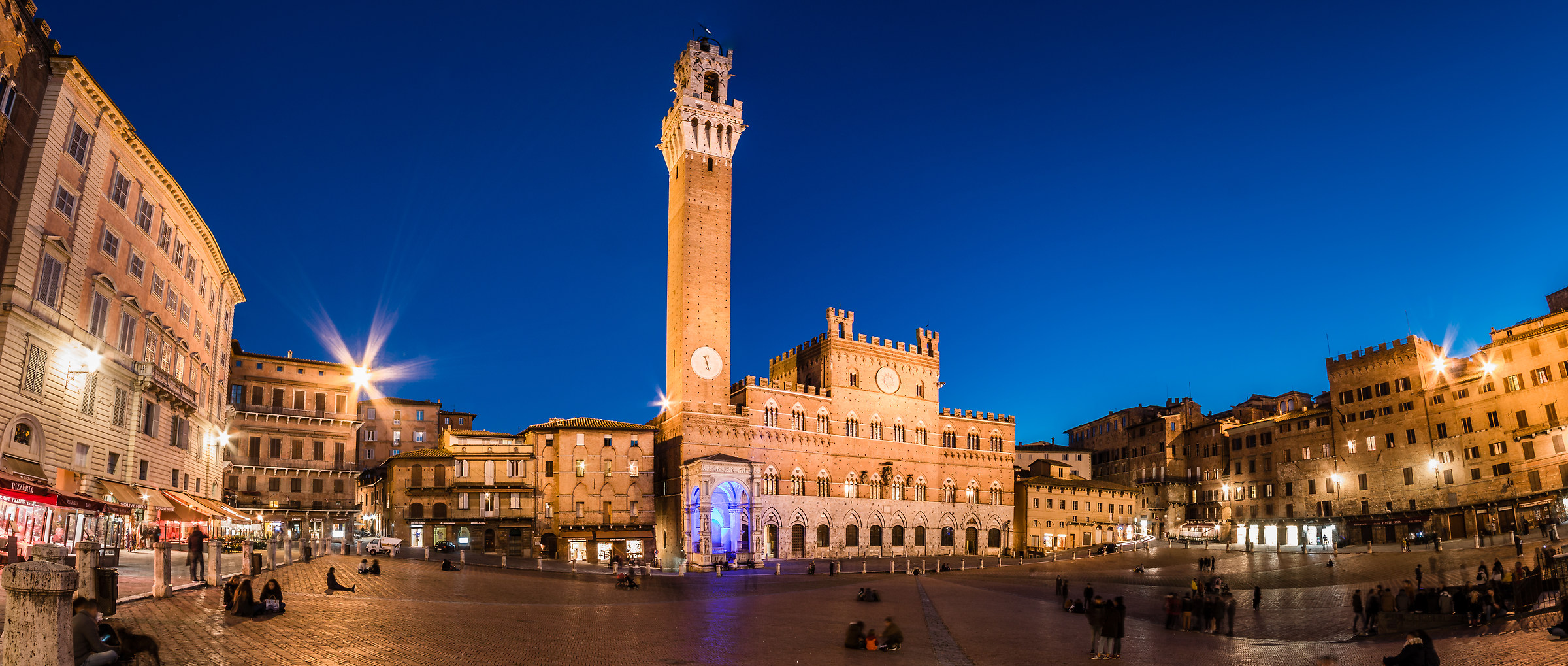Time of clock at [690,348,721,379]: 5:27
